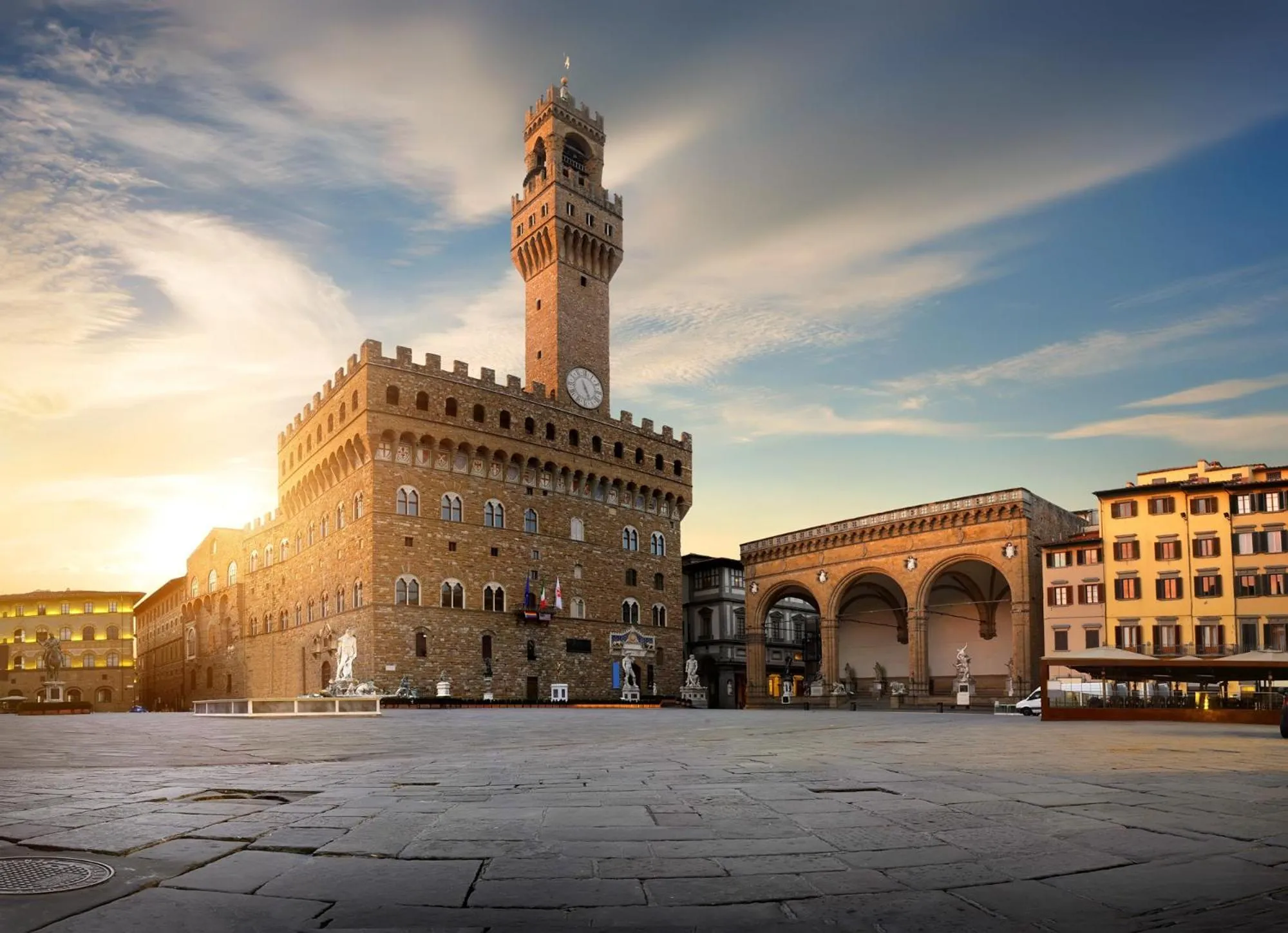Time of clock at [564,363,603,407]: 5:26
